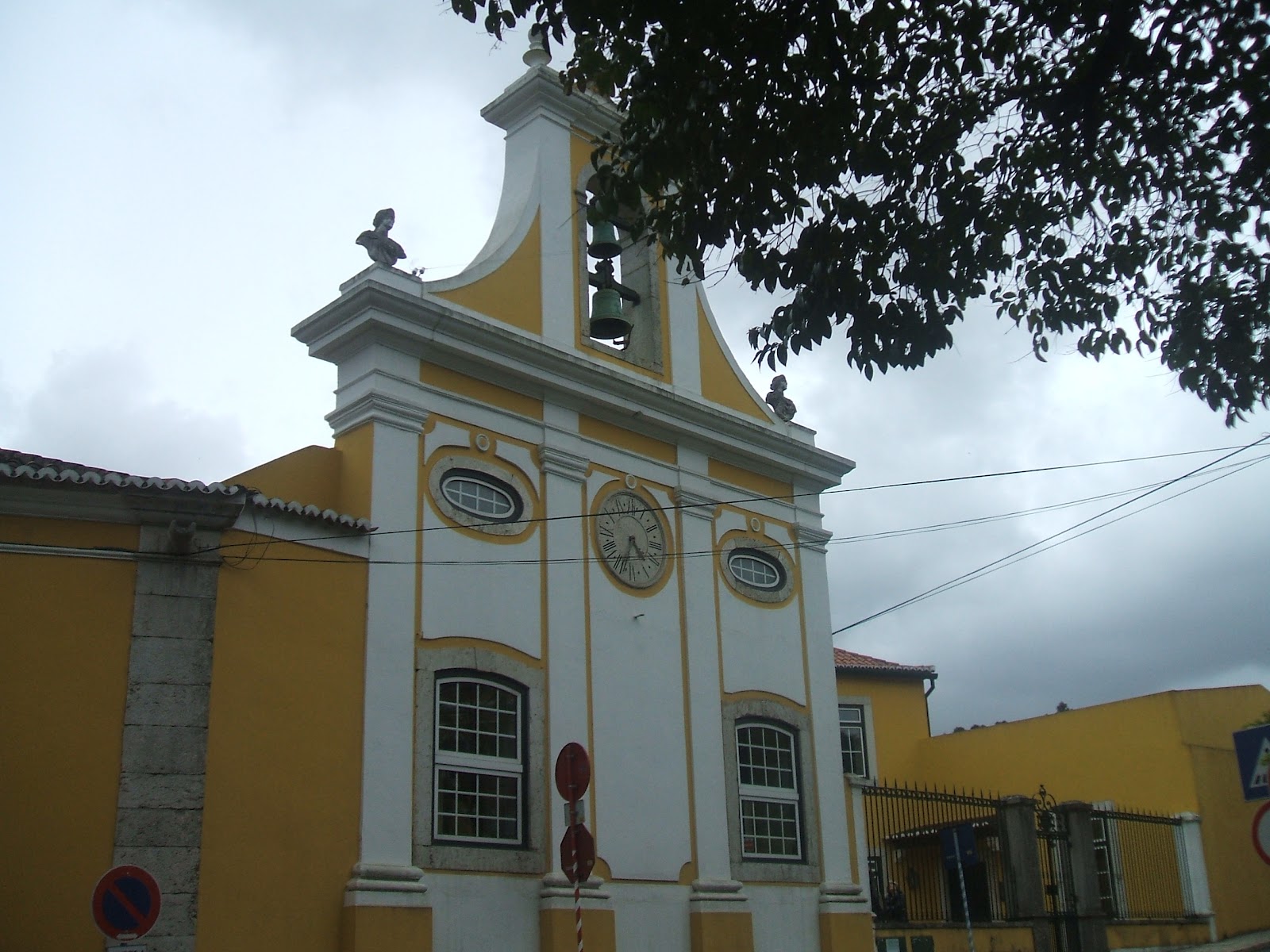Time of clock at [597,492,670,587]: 4:33
